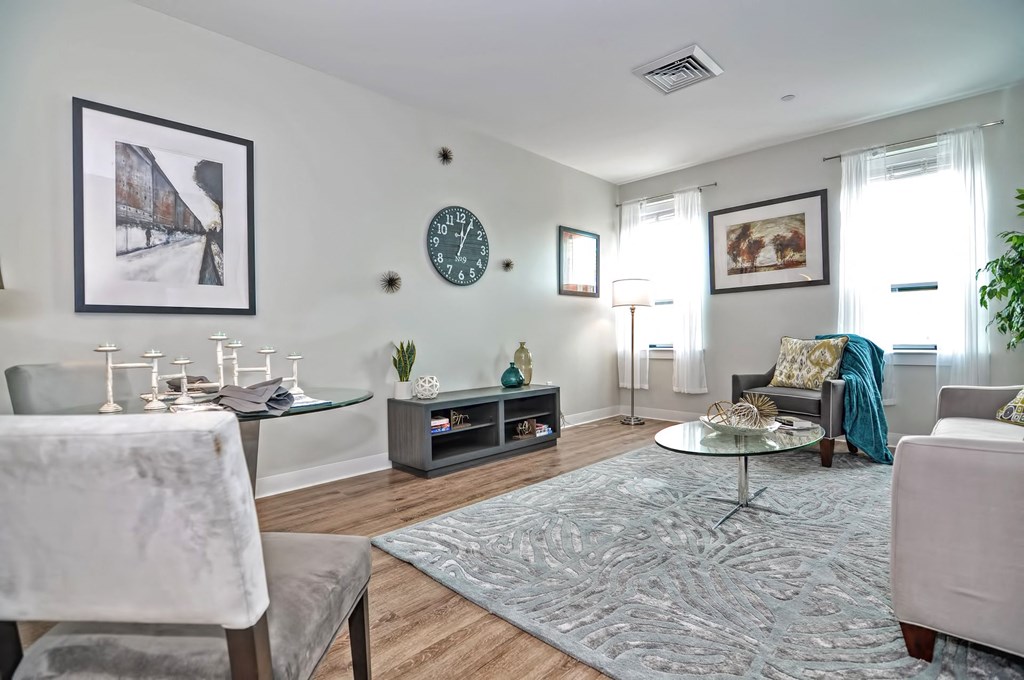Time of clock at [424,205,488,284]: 12:04
